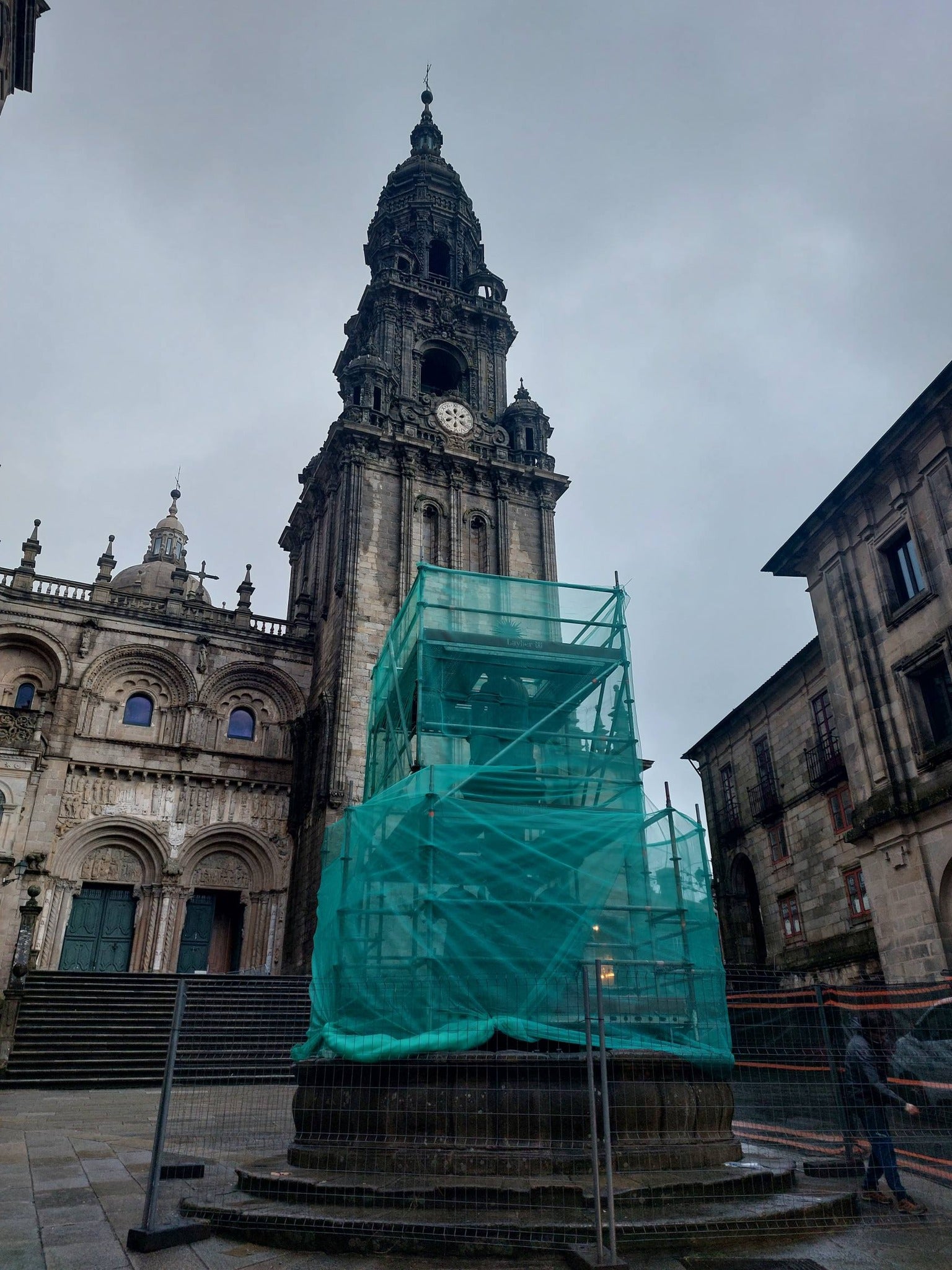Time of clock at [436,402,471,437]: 11:48
